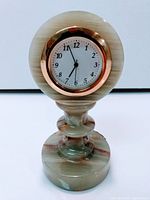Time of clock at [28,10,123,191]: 6:56
